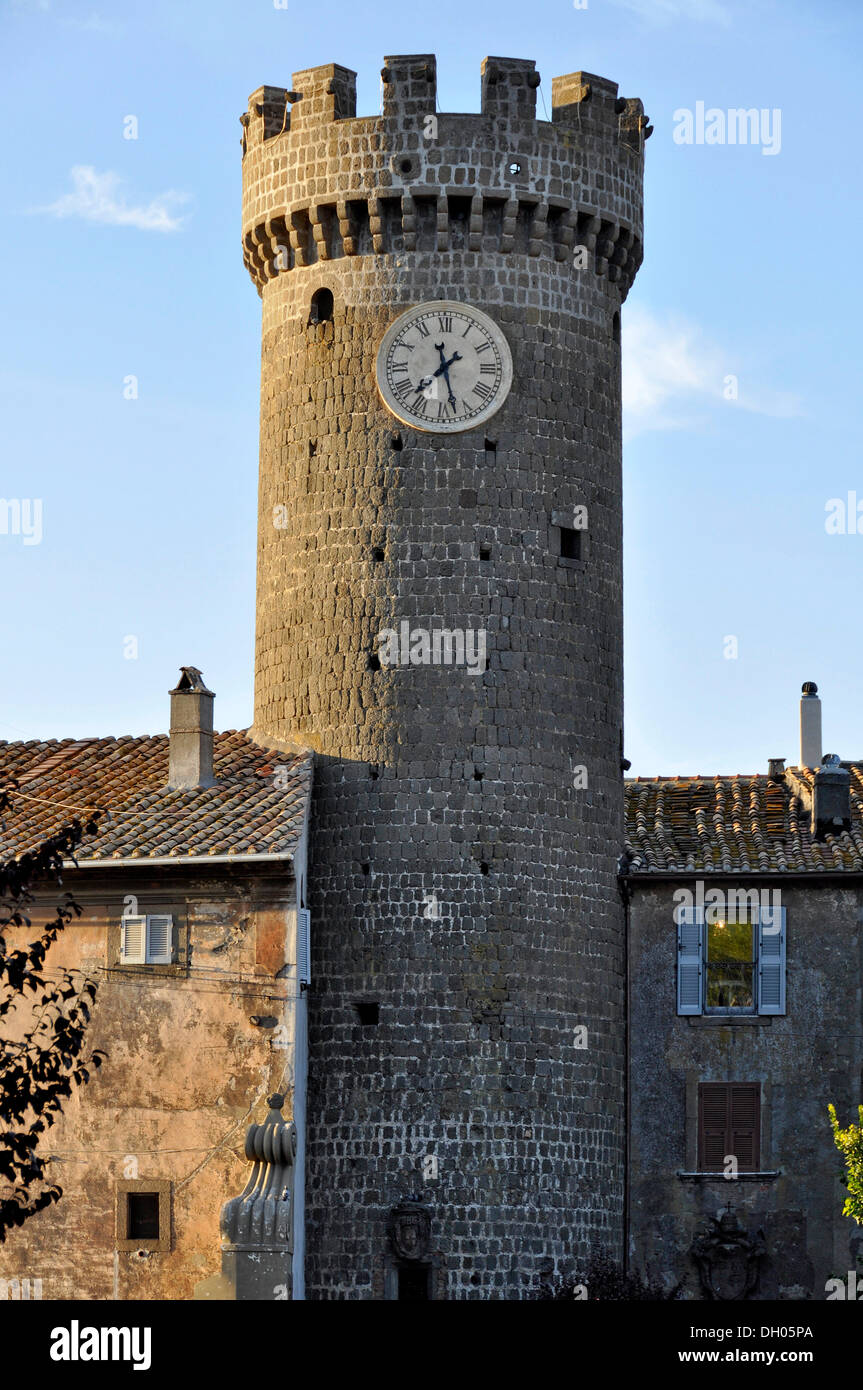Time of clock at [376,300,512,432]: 7:27
